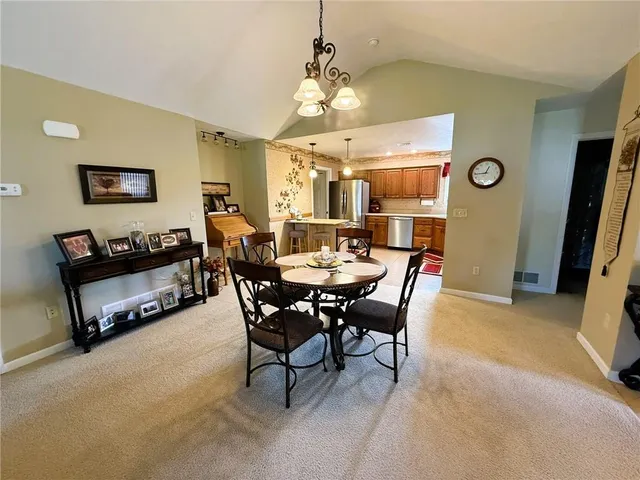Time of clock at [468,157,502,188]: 12:44
